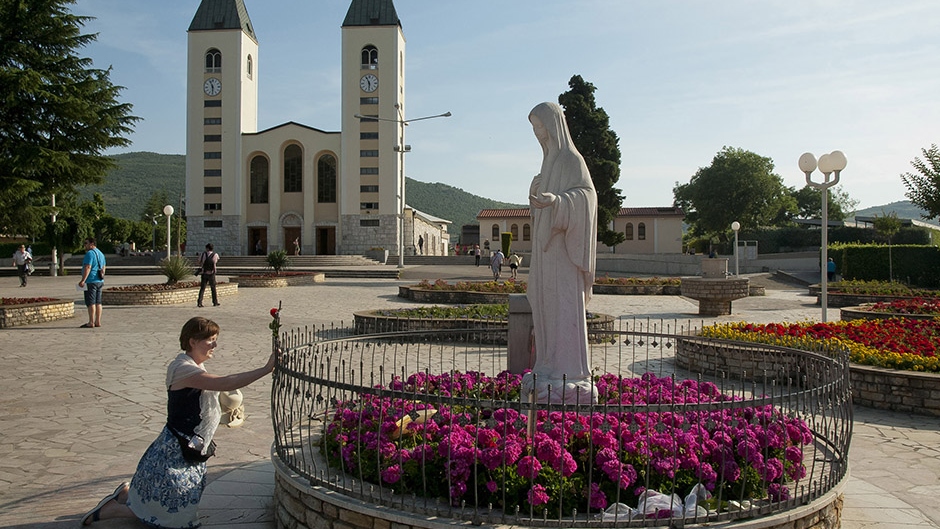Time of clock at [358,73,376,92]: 5:55
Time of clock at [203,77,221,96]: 11:30
